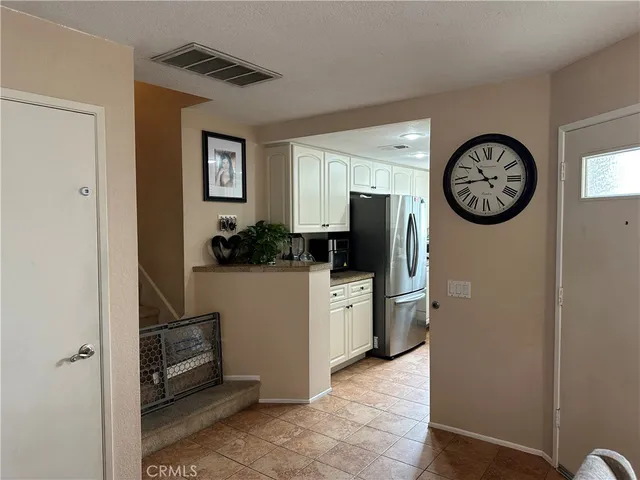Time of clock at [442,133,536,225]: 10:43
